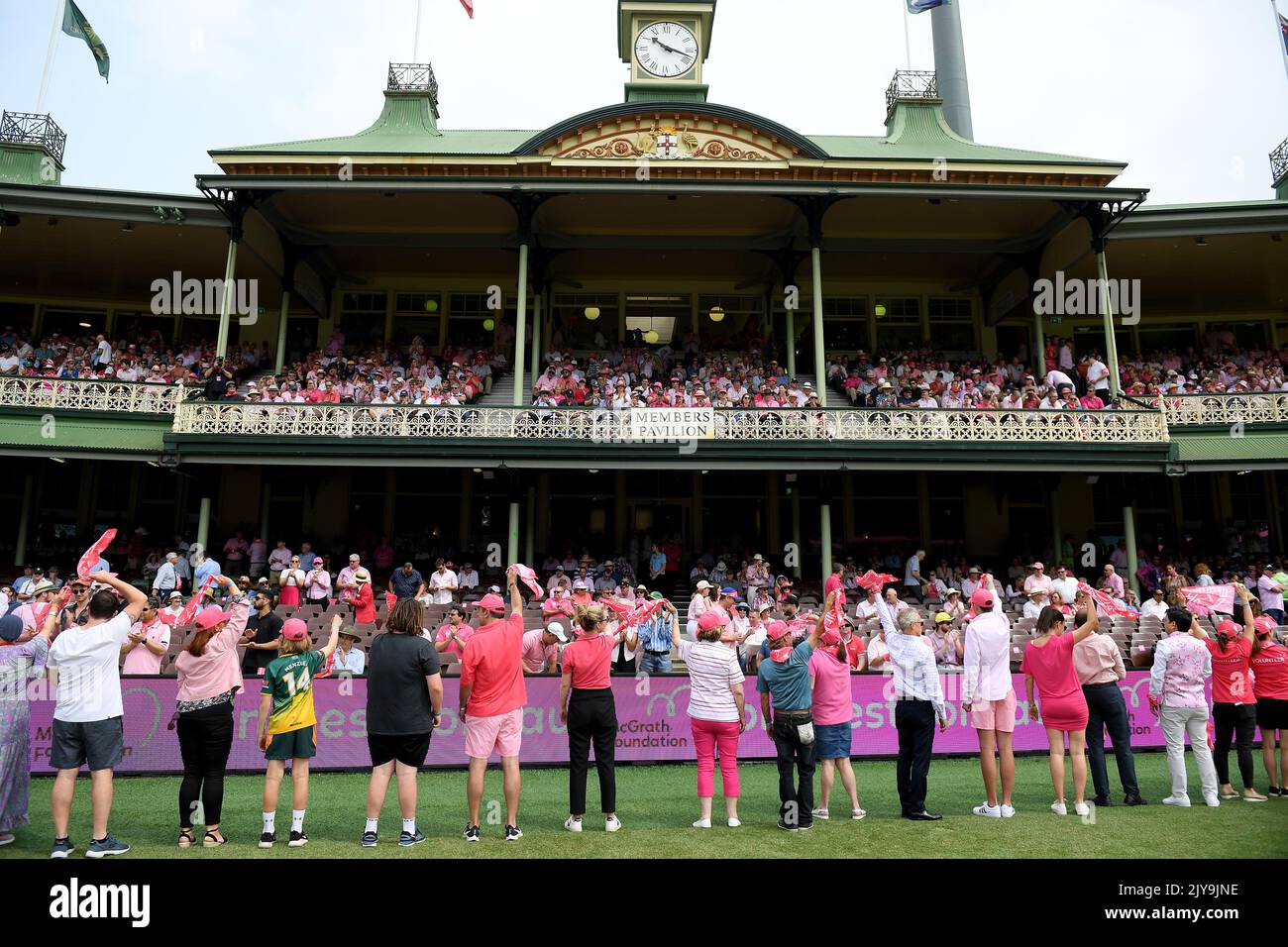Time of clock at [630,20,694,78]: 10:18
